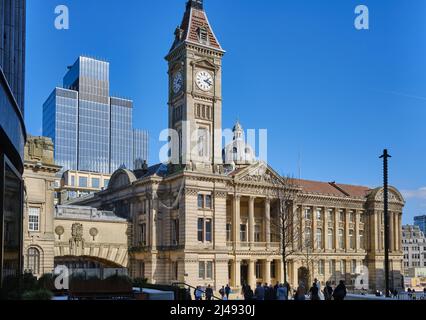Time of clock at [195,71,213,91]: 2:18
